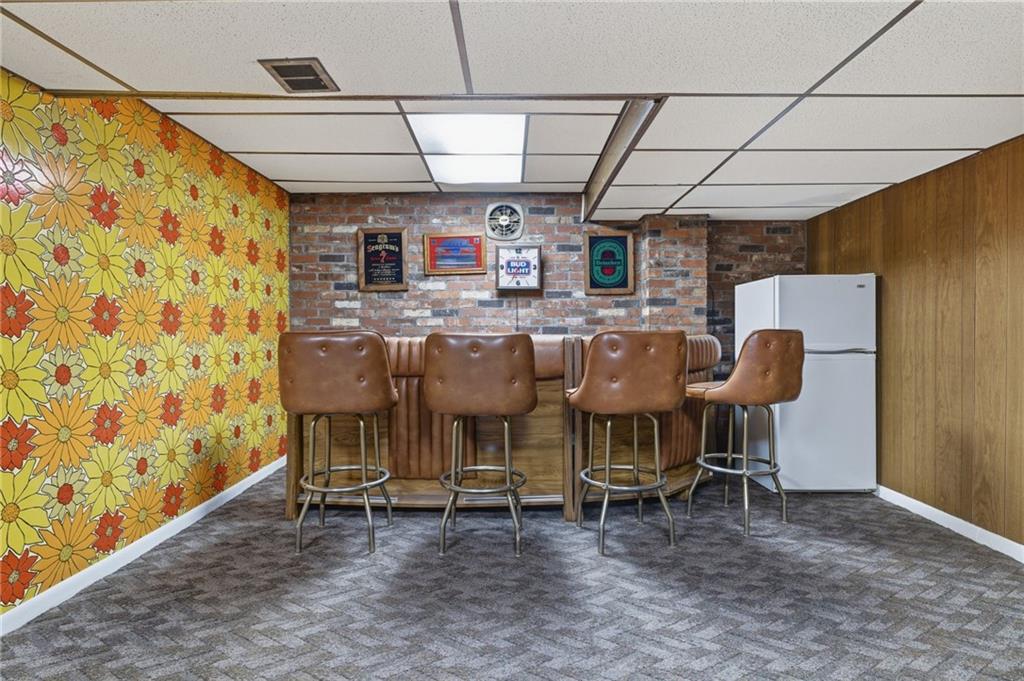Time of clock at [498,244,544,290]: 2:34
